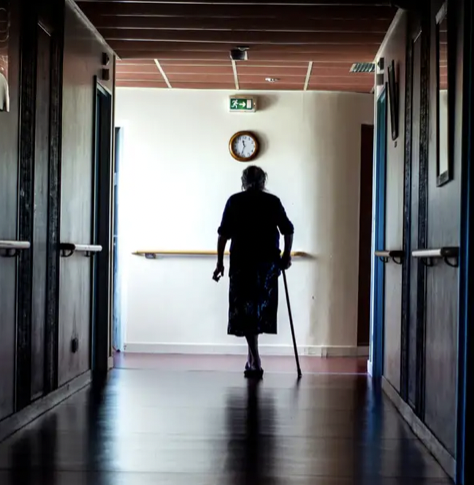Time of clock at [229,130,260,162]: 11:32
